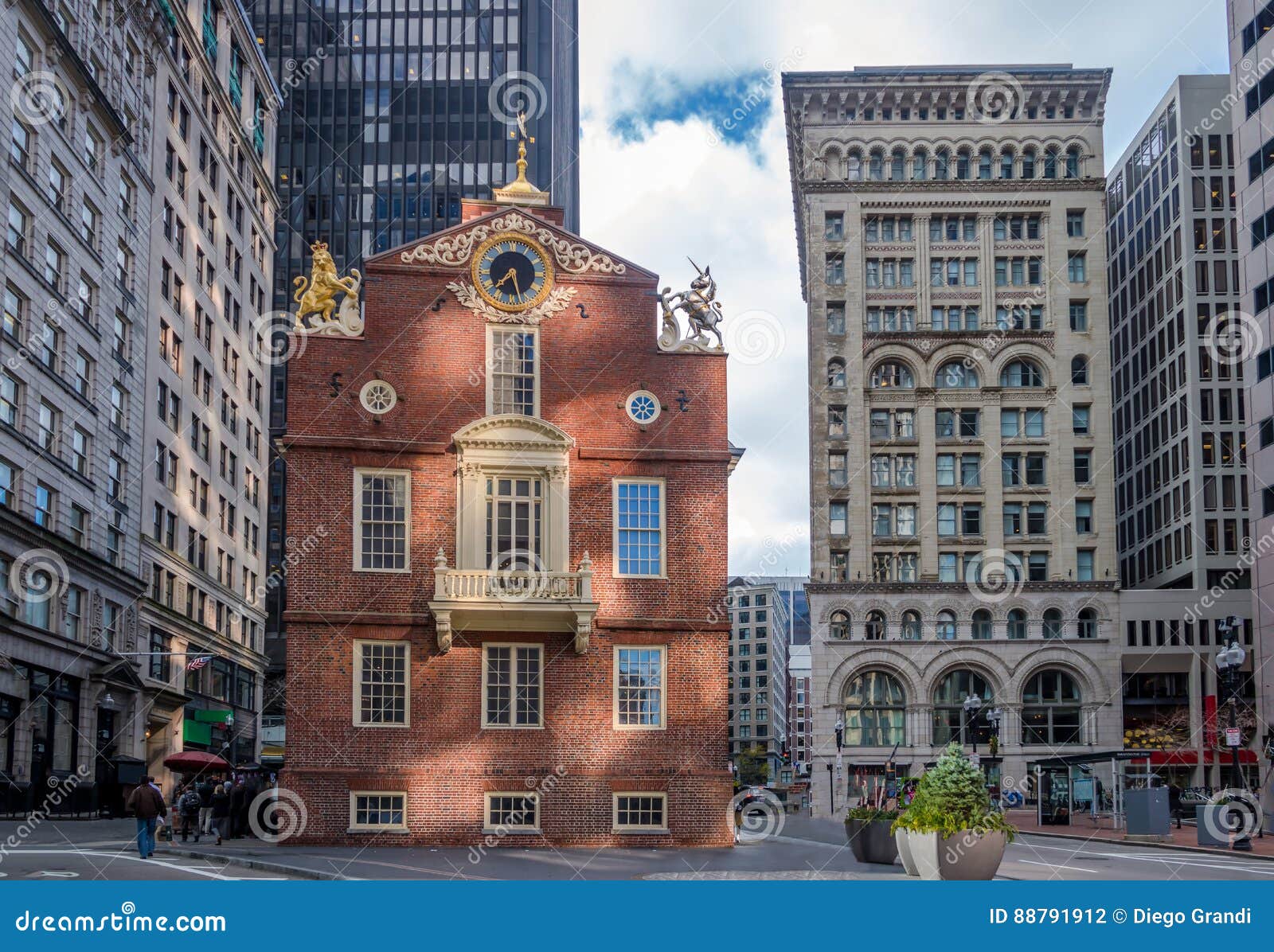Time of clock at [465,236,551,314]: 7:28
